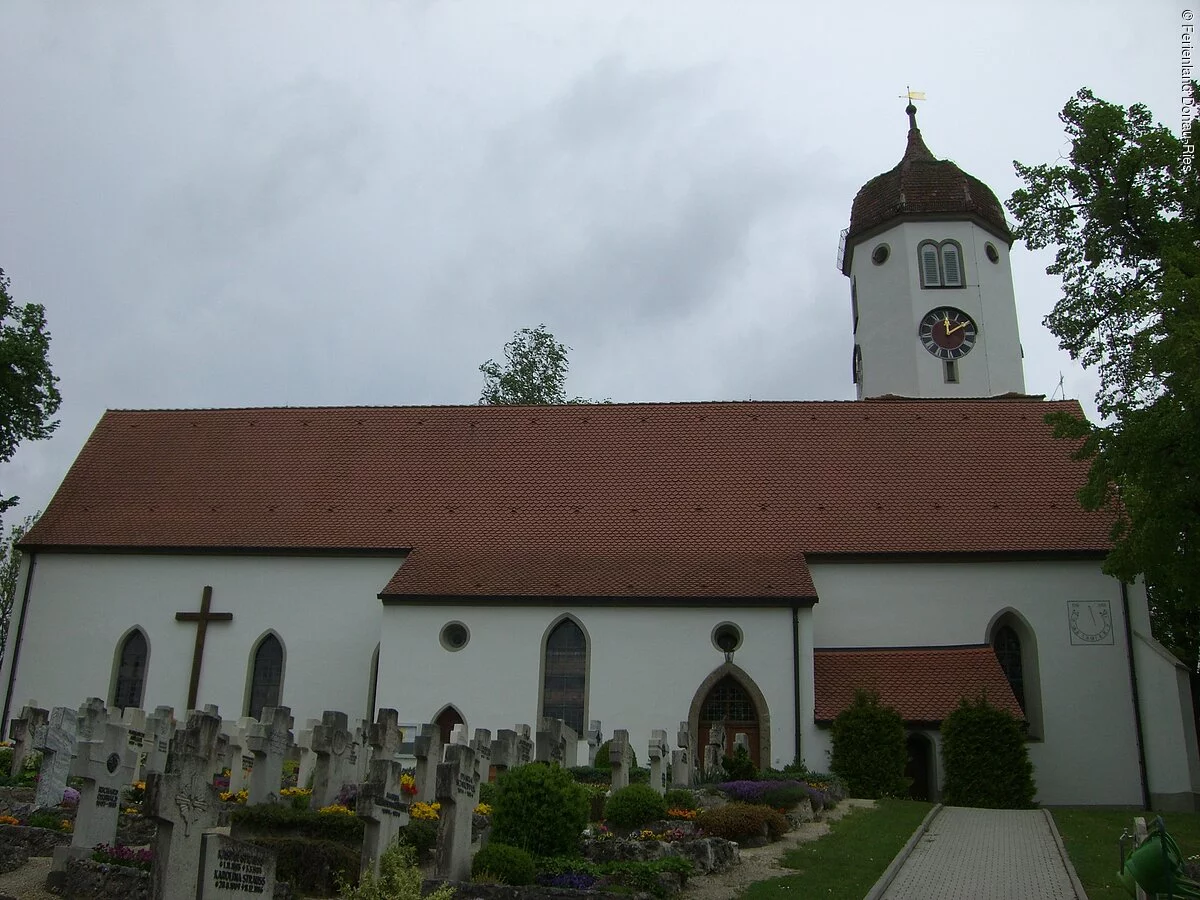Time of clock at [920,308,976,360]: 12:09
